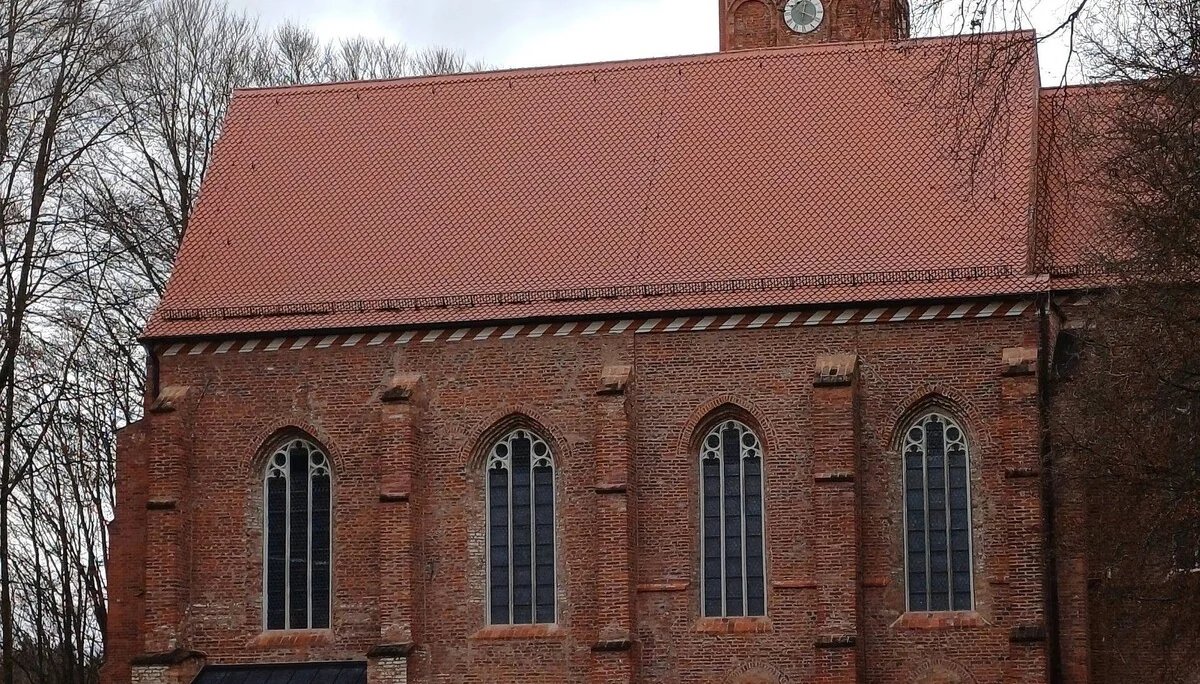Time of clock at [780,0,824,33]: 12:19
